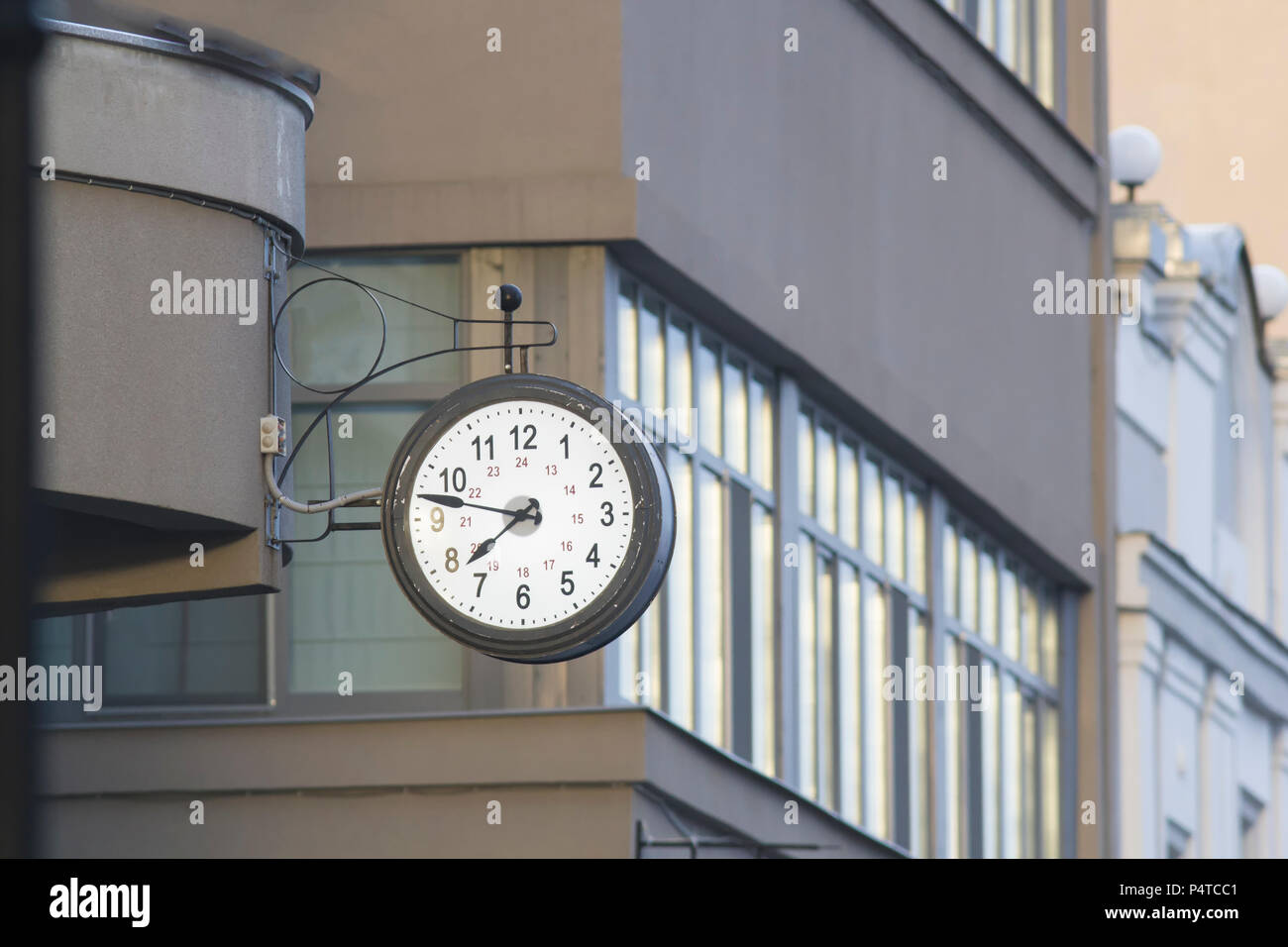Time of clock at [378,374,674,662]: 7:47
